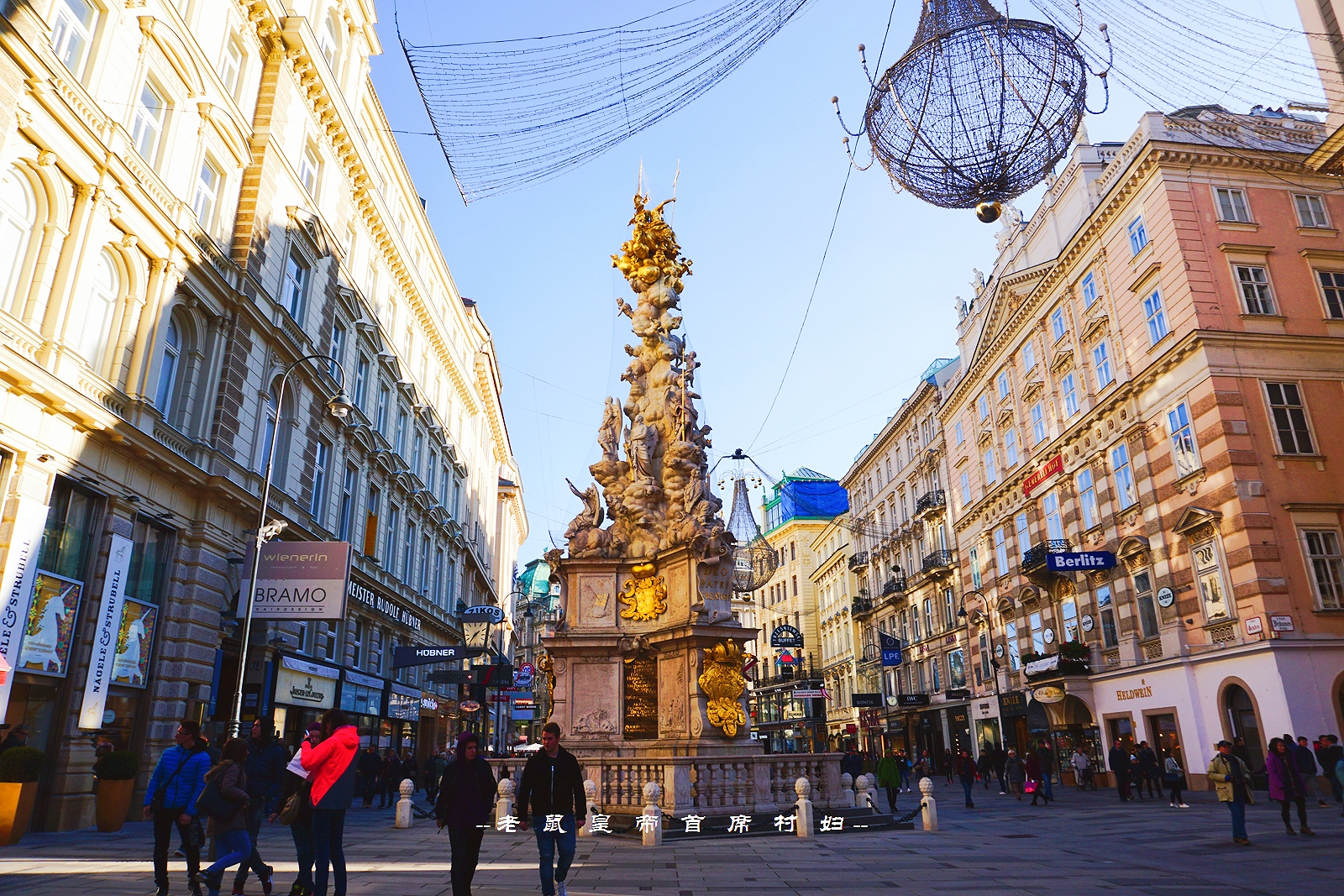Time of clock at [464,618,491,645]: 1:36
